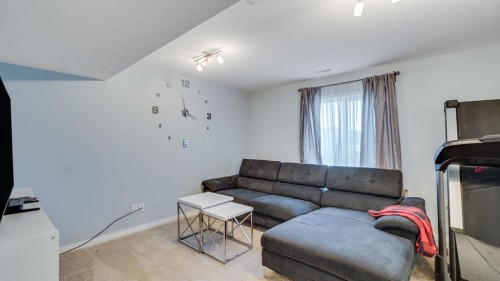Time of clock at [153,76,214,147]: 3:58
